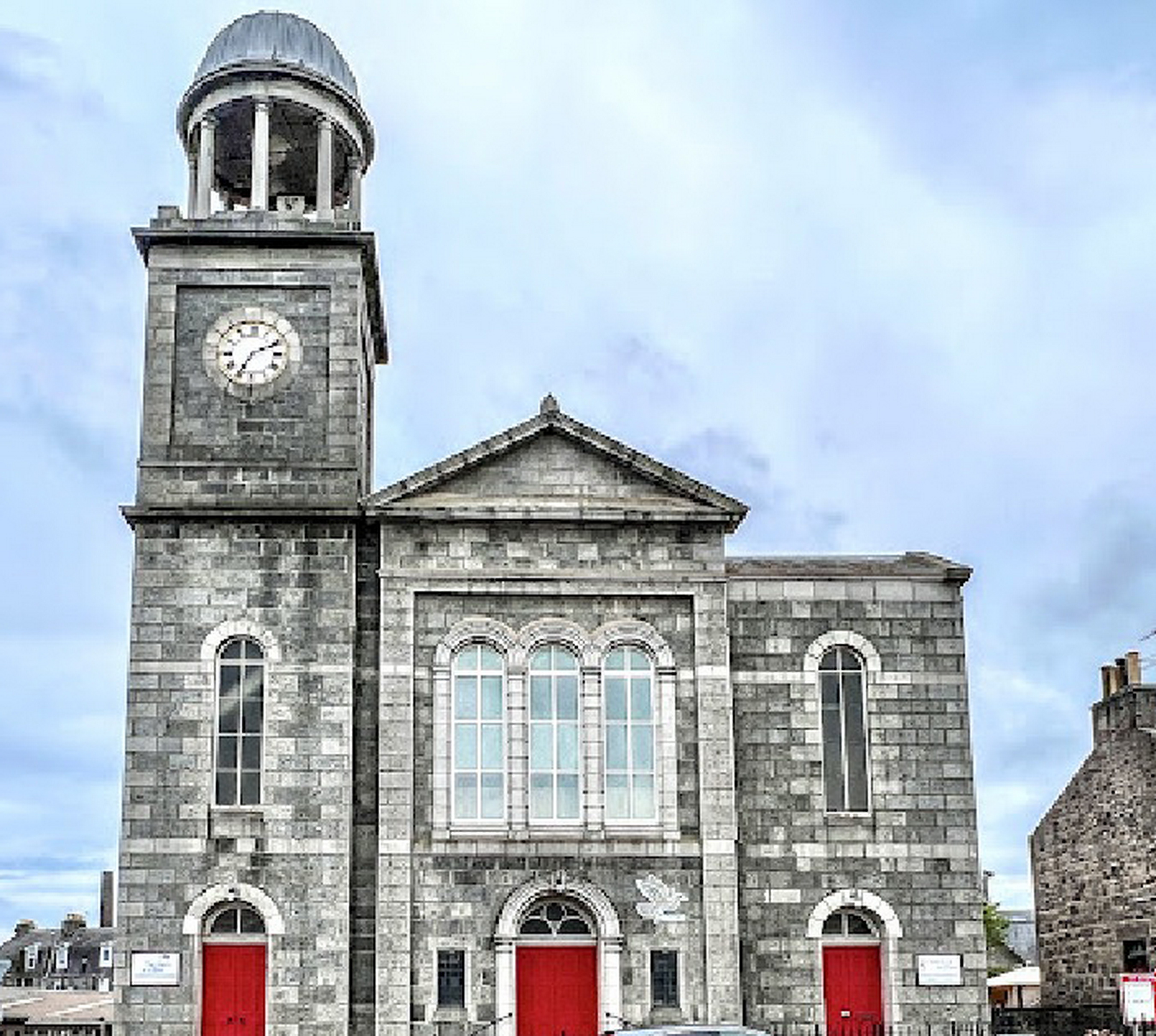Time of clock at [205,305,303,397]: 2:34
